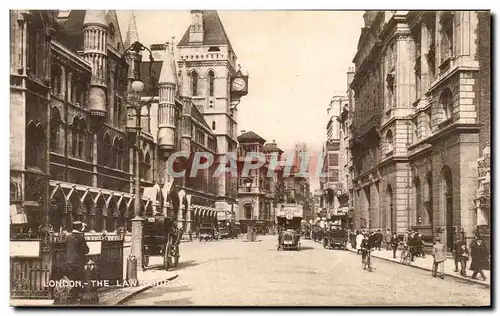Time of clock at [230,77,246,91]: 3:48
